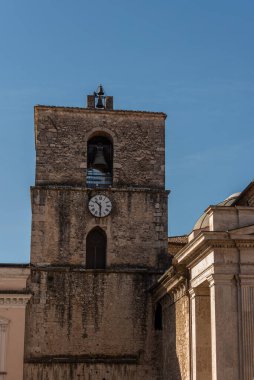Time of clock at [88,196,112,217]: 10:30
